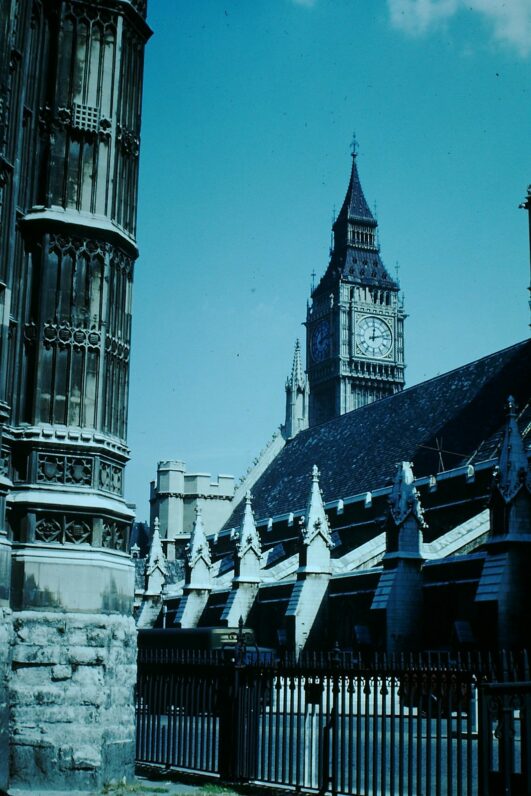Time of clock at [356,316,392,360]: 12:12
